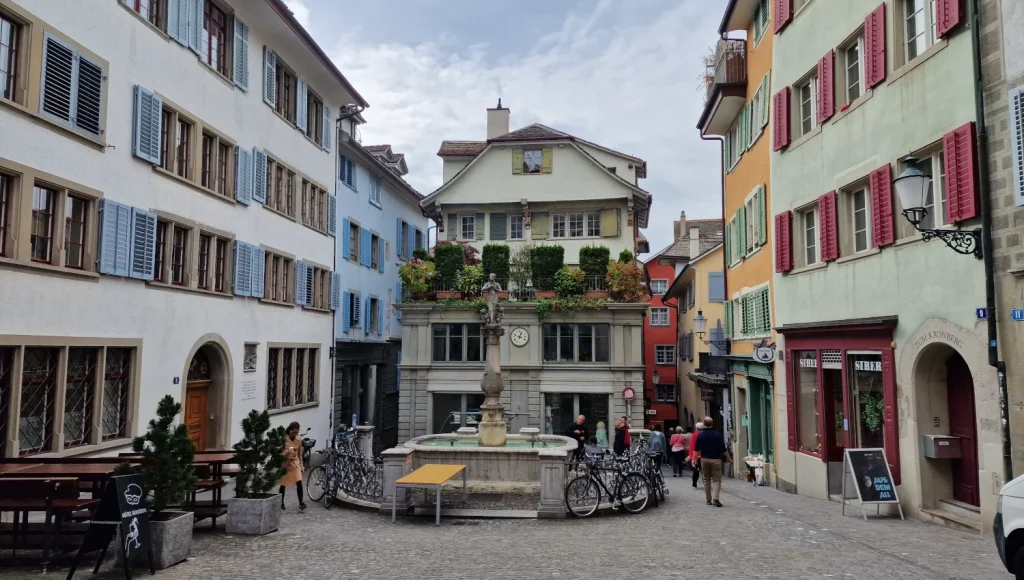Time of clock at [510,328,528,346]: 12:48
